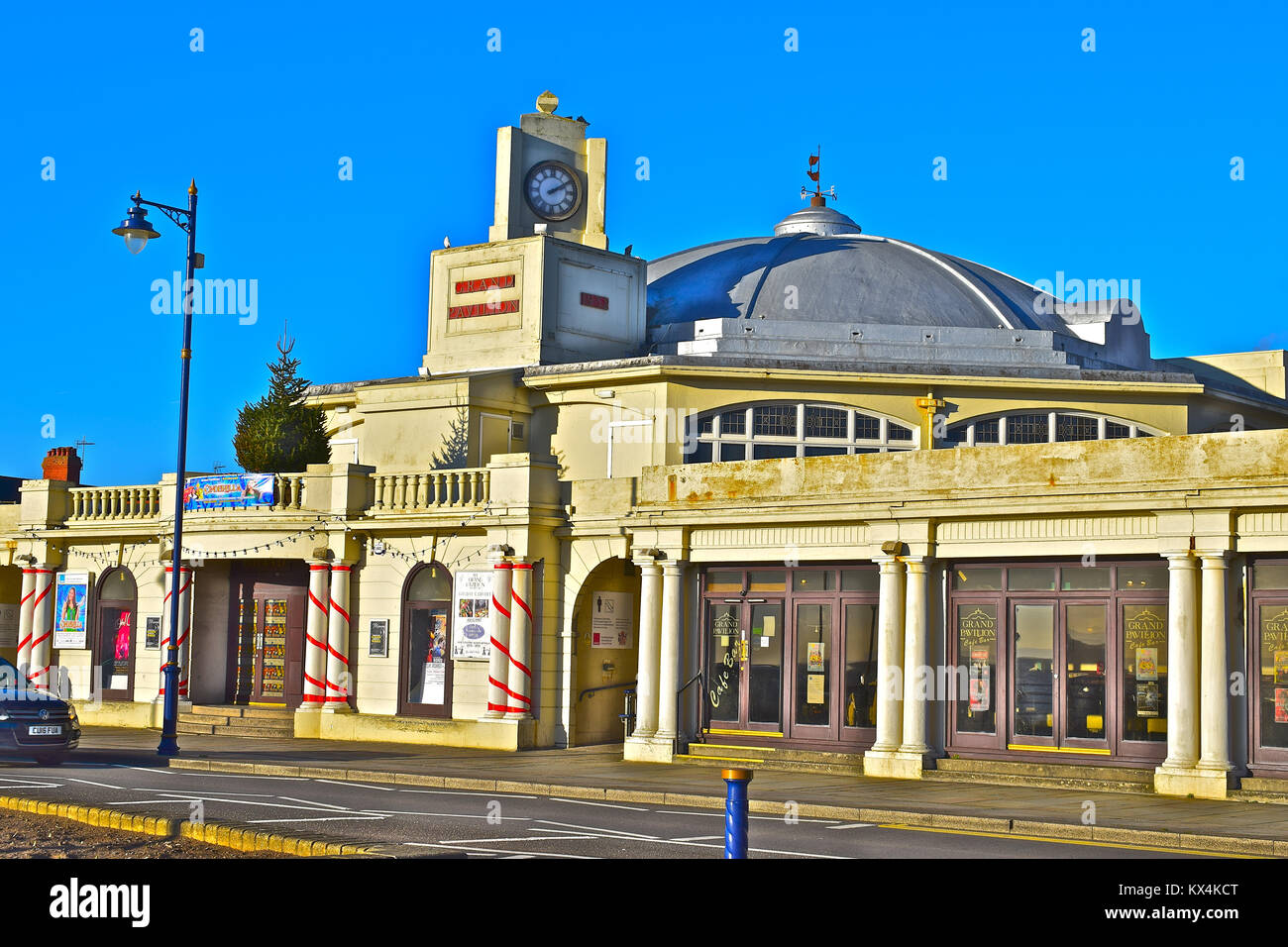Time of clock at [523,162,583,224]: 2:09
